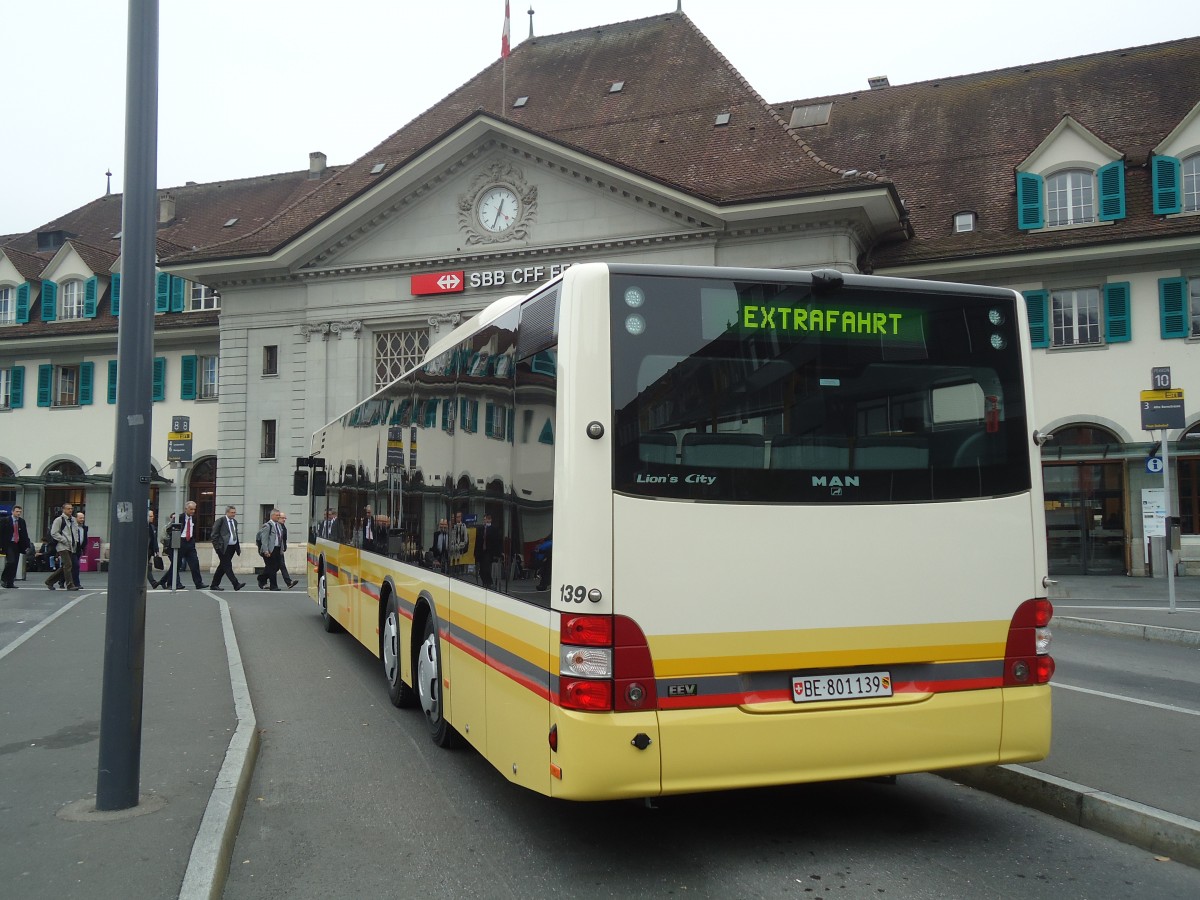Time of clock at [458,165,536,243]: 12:33
